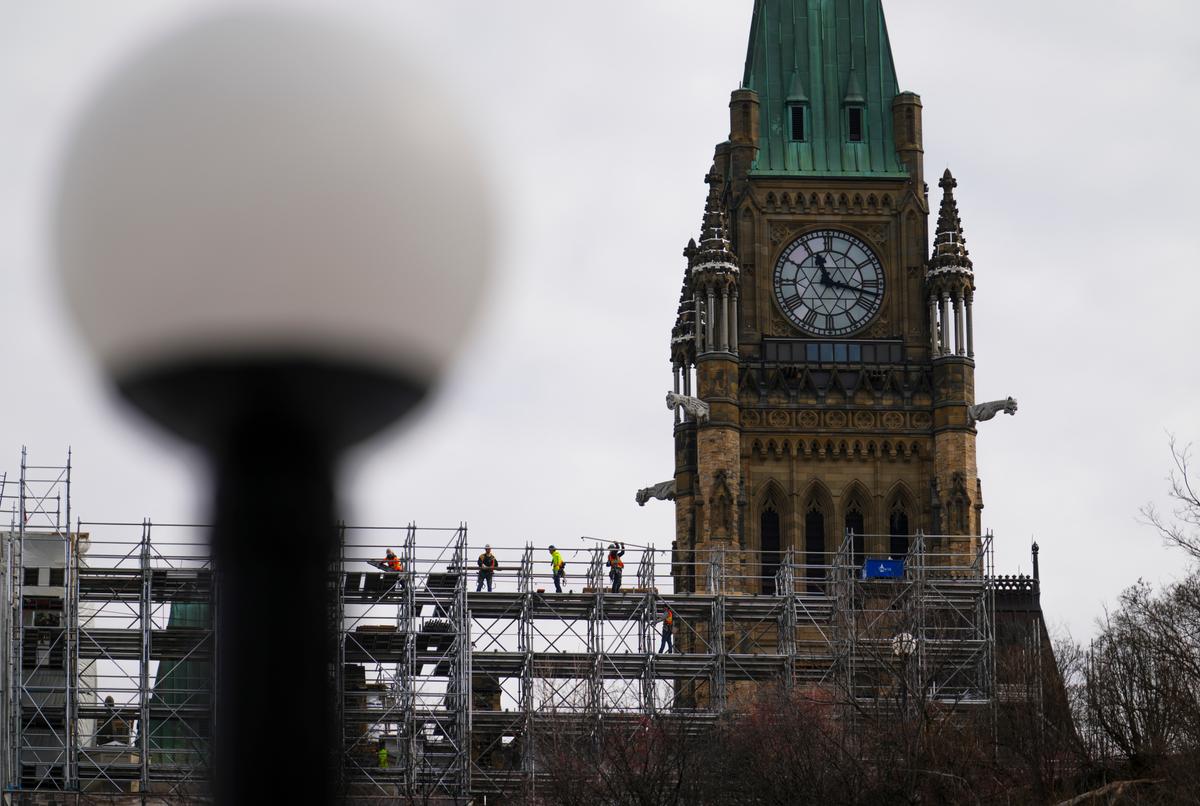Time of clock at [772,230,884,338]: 11:16
